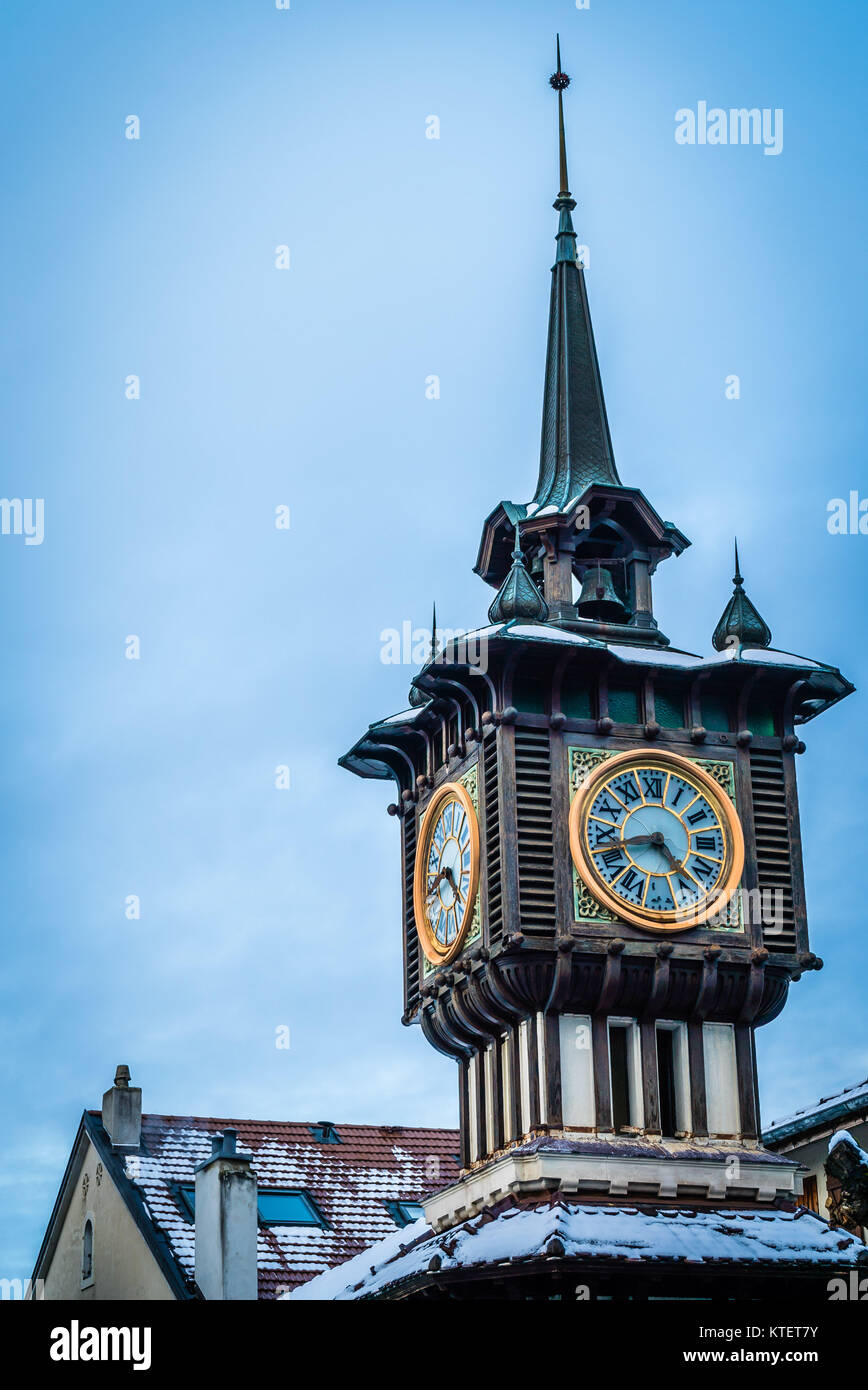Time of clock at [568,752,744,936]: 4:42
